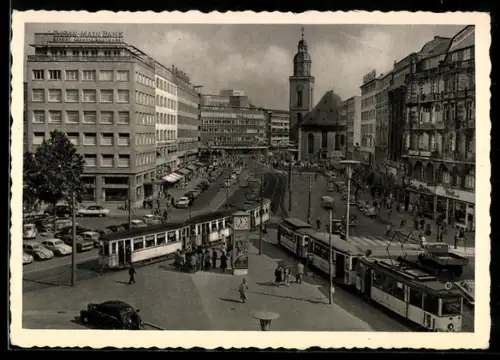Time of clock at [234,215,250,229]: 11:35
